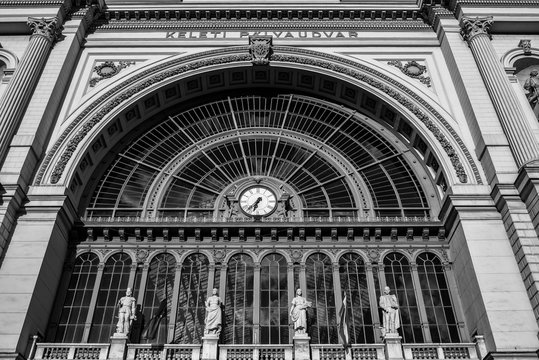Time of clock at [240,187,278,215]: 6:37
